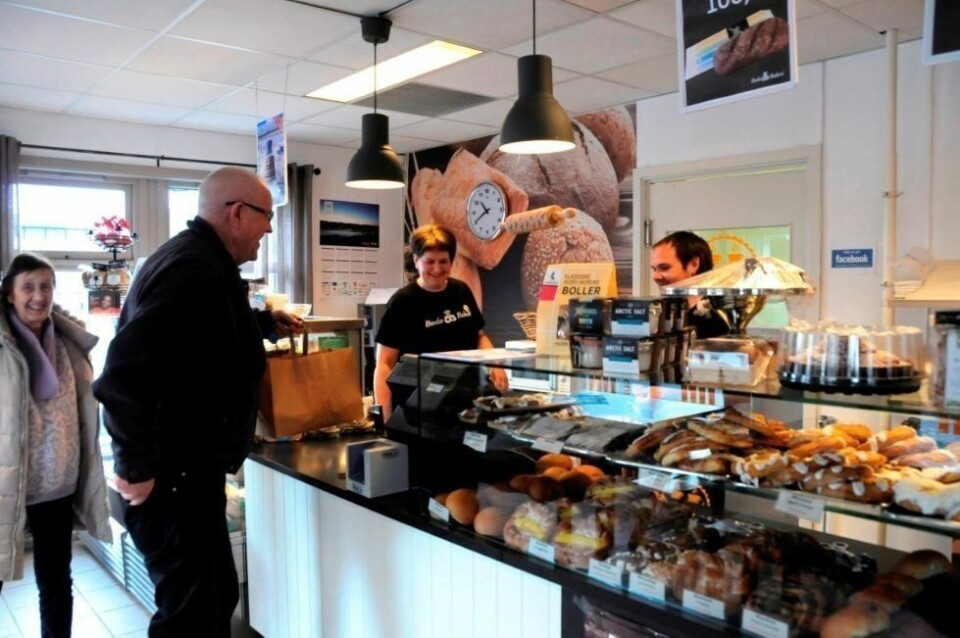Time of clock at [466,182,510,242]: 10:40
